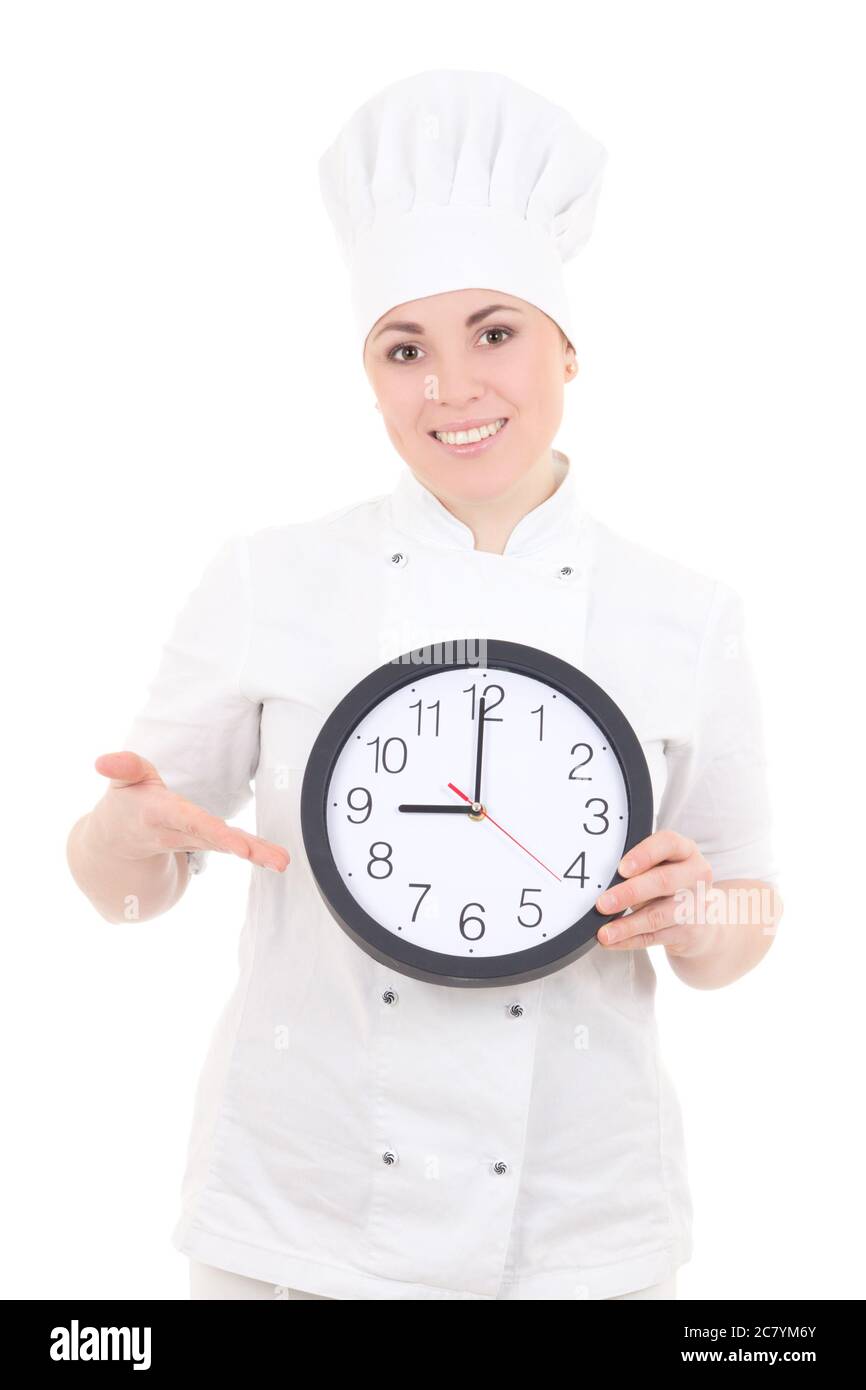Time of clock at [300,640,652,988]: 9:00
